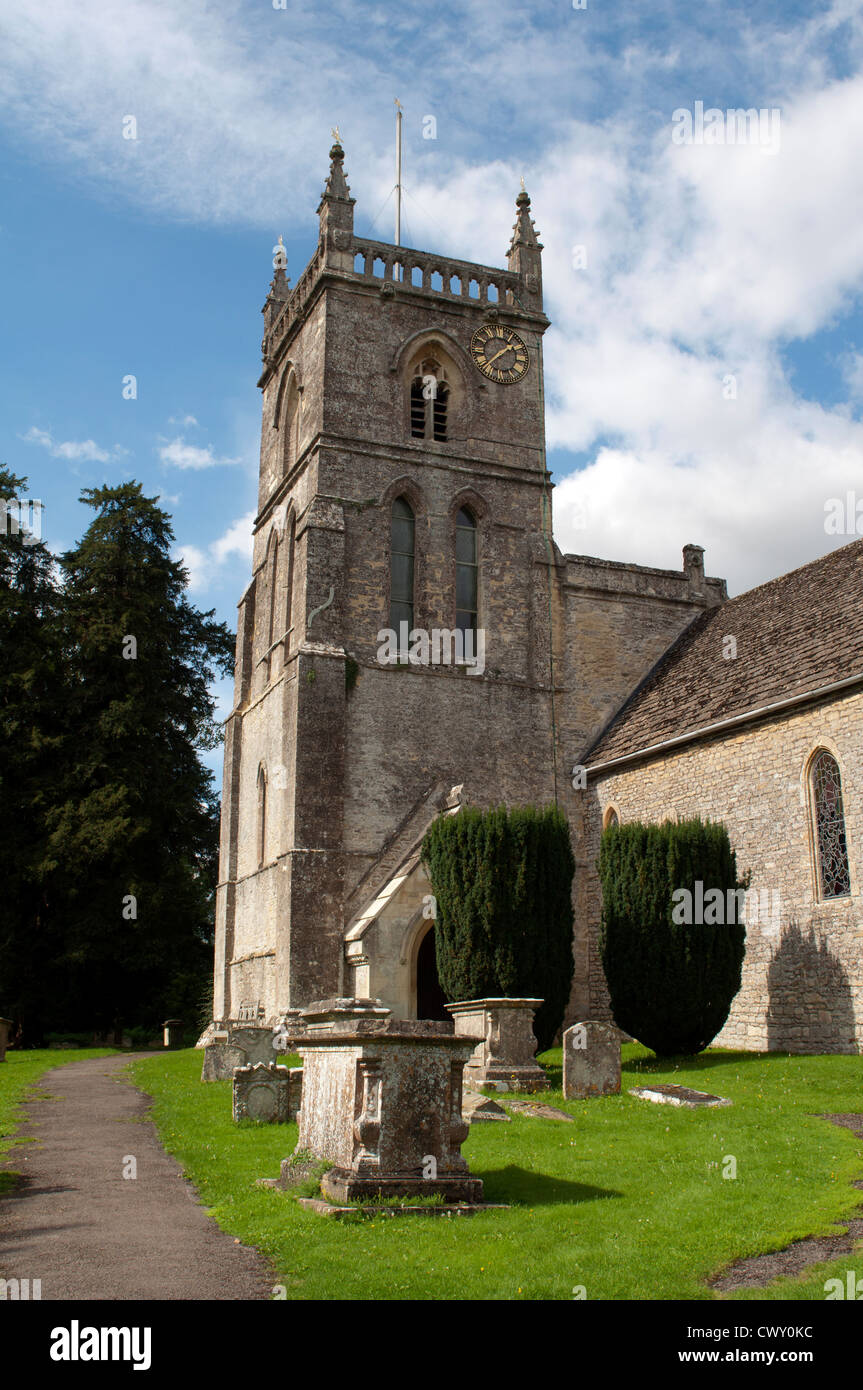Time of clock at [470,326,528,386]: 1:38
